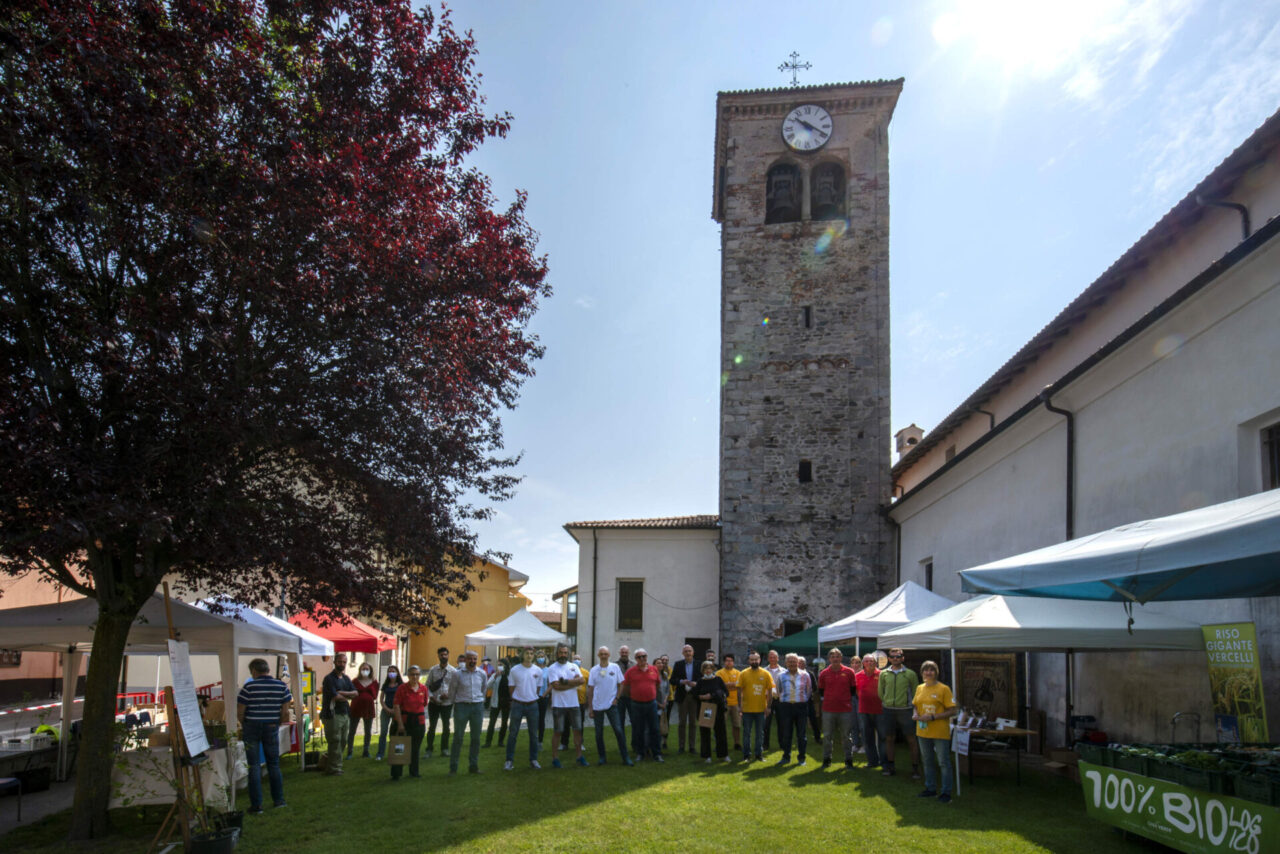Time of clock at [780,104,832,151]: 10:19
